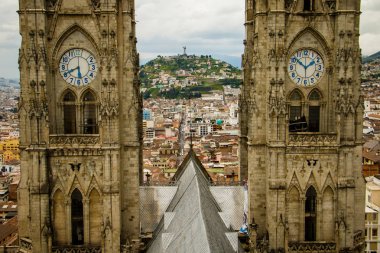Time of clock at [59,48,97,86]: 5:41
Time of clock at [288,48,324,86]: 1:51
